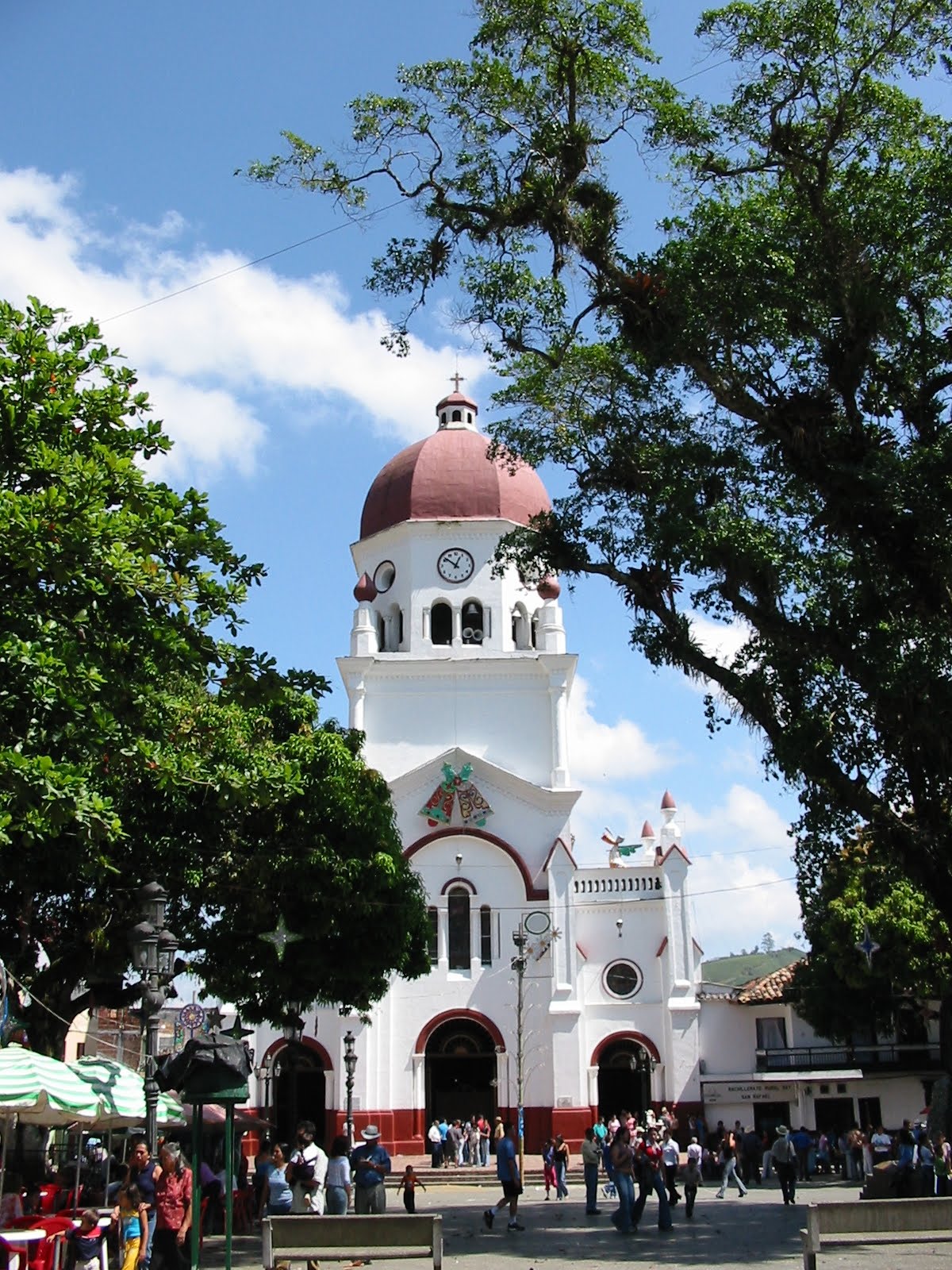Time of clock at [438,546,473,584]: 12:51
